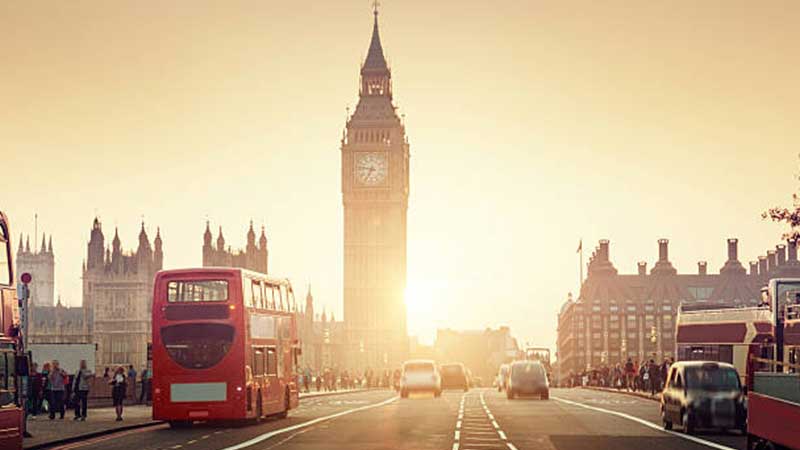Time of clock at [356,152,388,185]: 6:46
